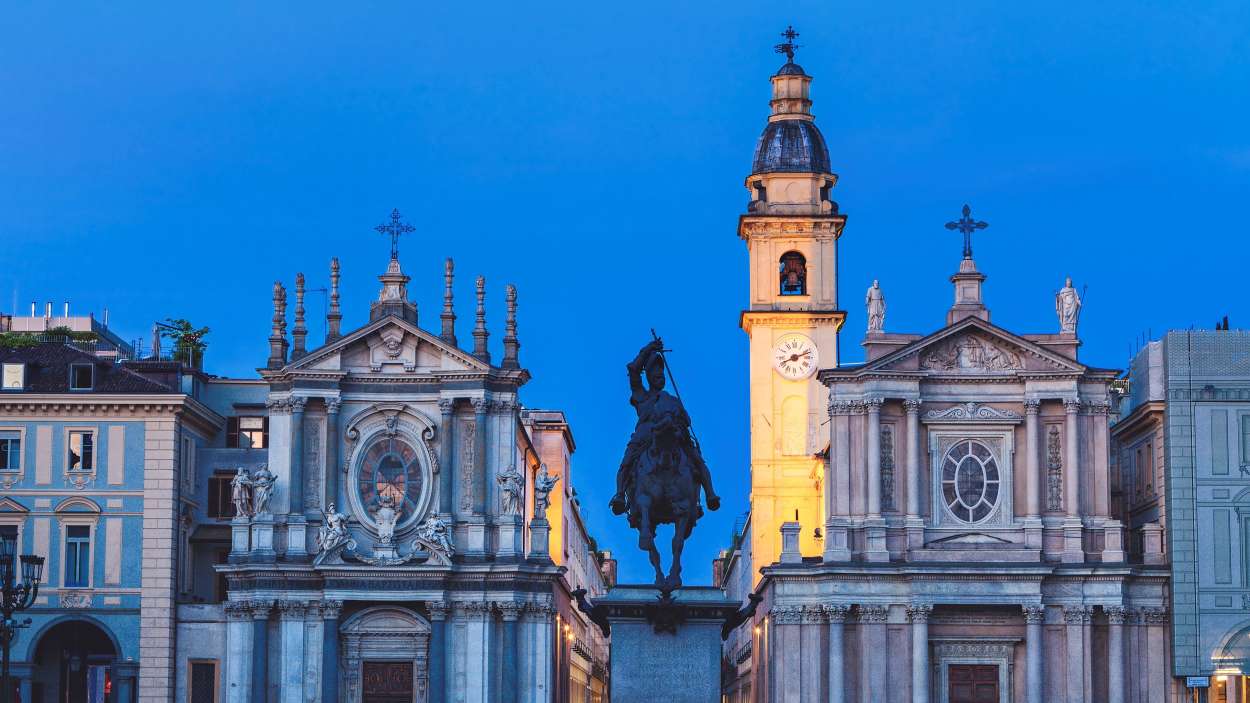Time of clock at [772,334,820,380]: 8:11
